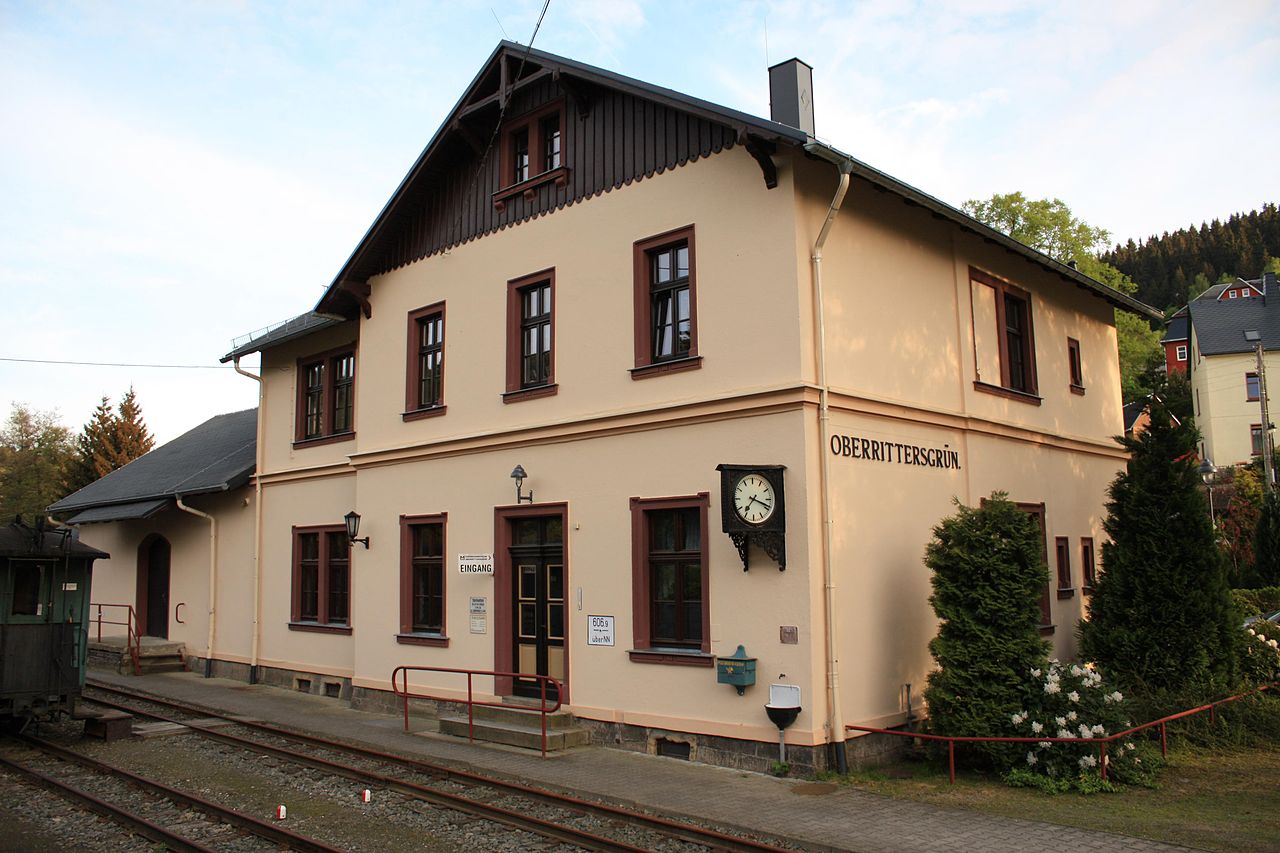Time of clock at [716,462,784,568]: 7:18
